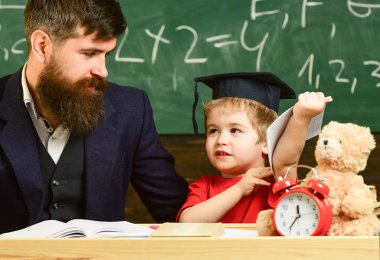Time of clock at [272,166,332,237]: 11:35
